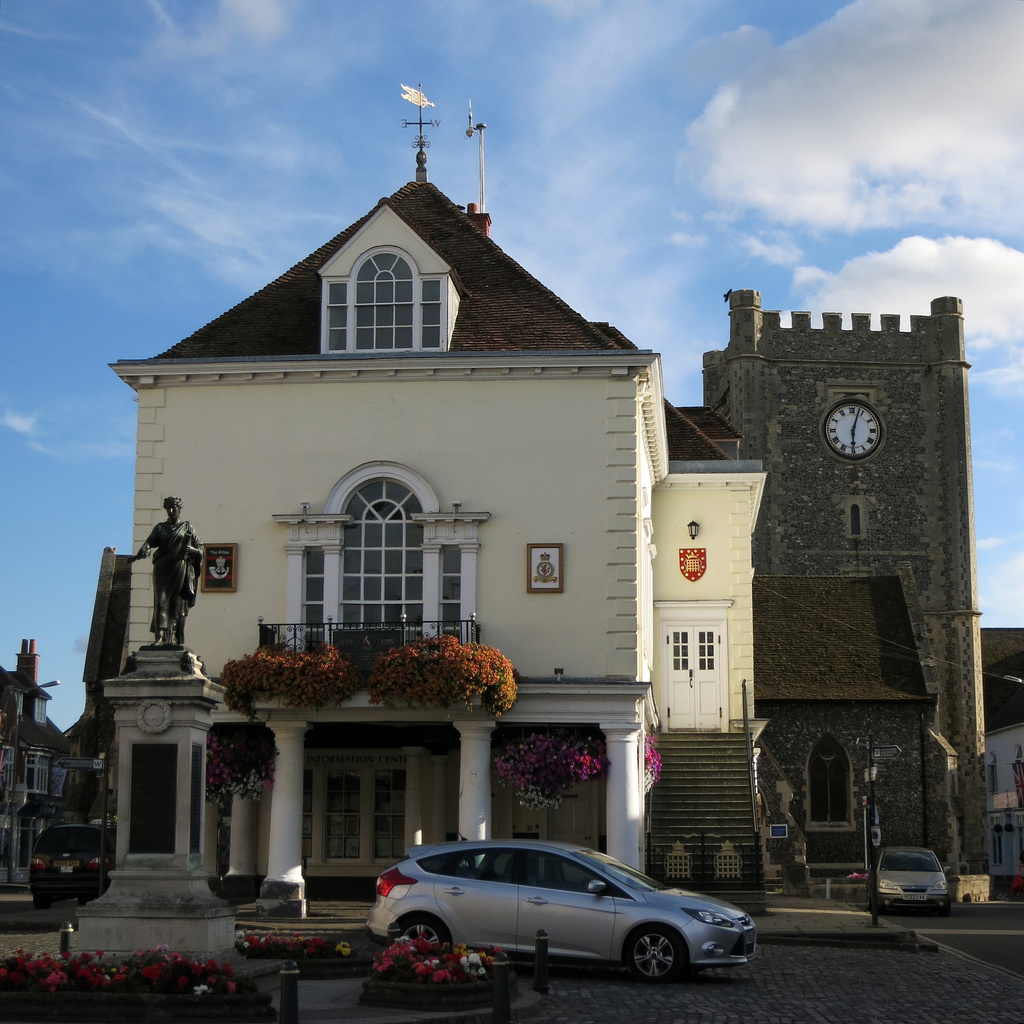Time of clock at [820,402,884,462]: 6:03
